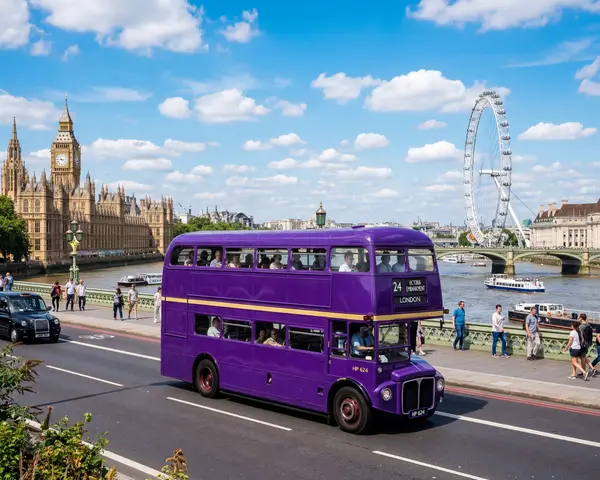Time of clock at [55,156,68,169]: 4:14
